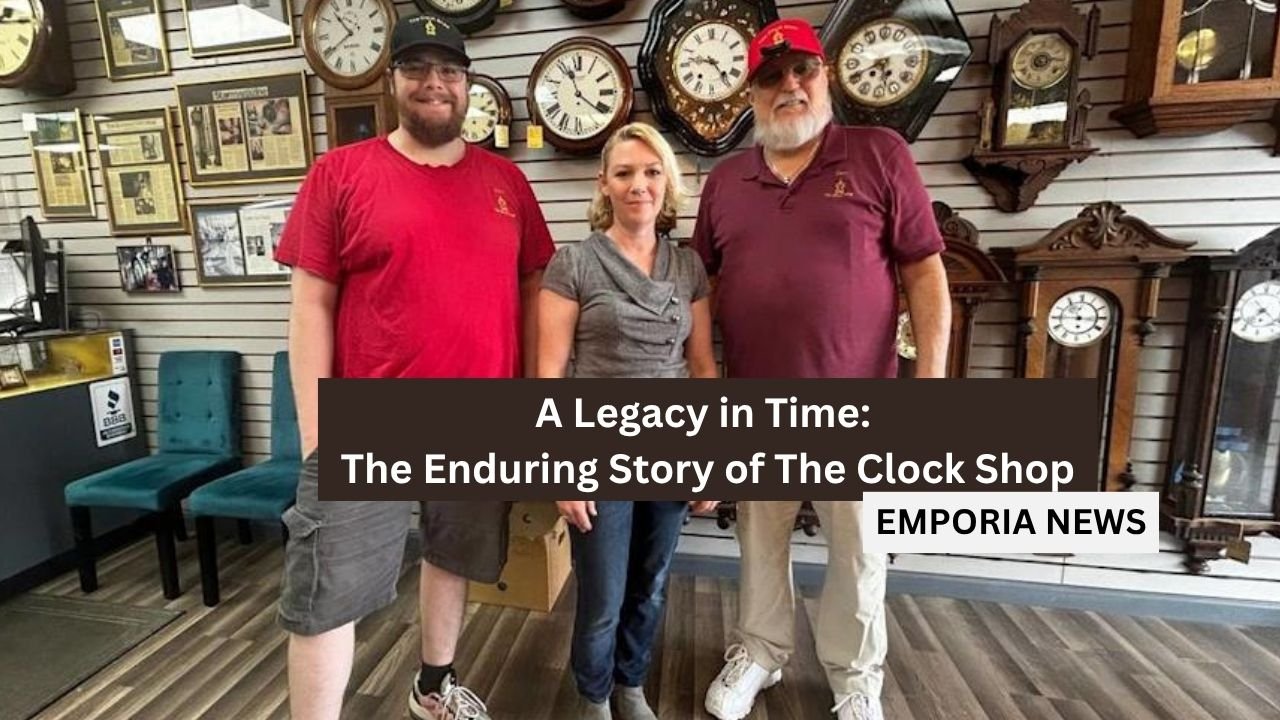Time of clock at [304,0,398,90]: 10:39
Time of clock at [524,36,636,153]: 11:21
